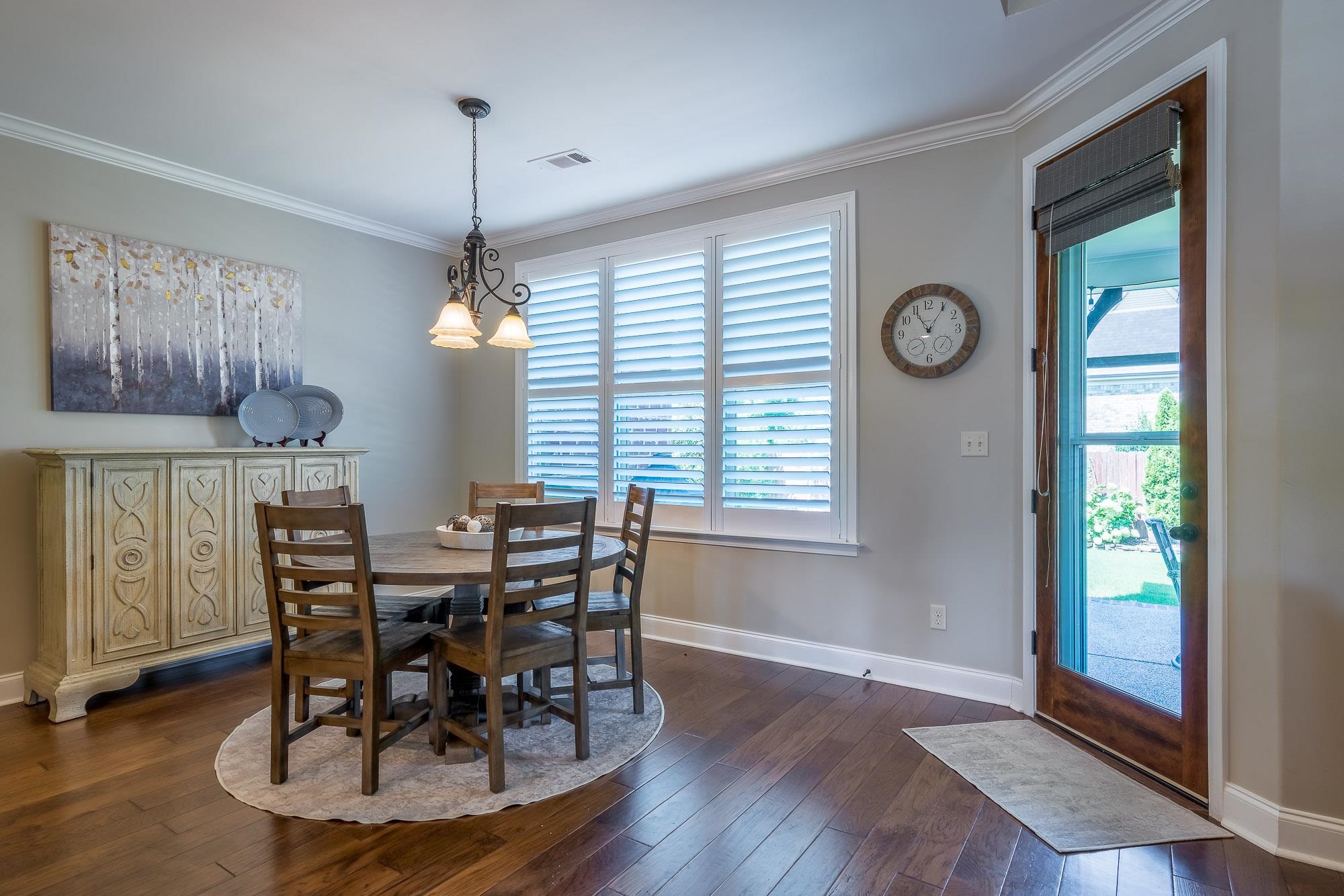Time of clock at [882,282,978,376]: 11:05
